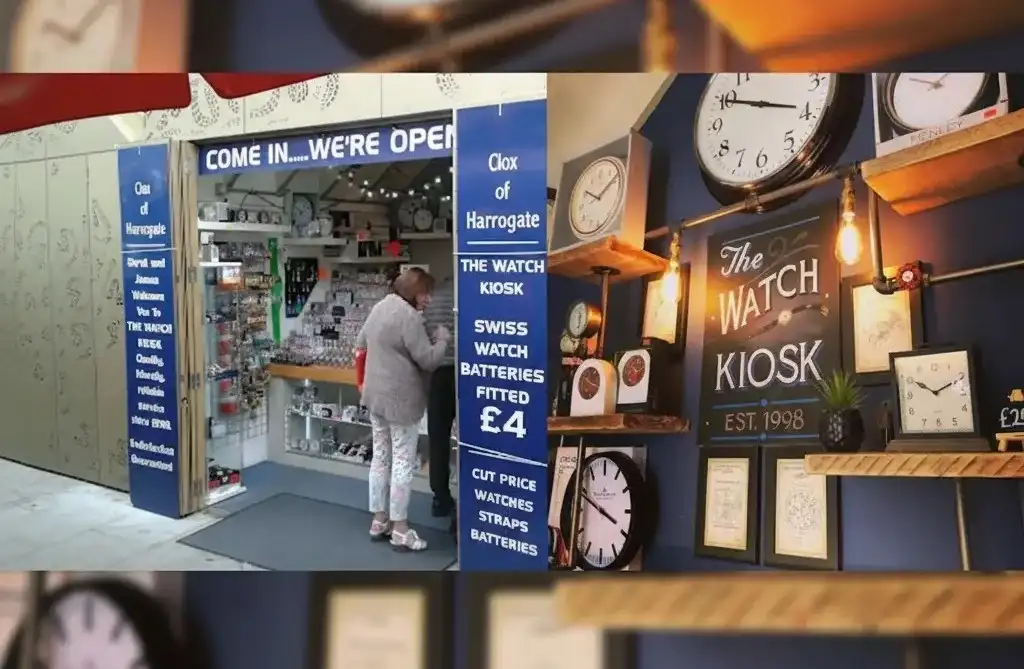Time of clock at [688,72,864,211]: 3:49
